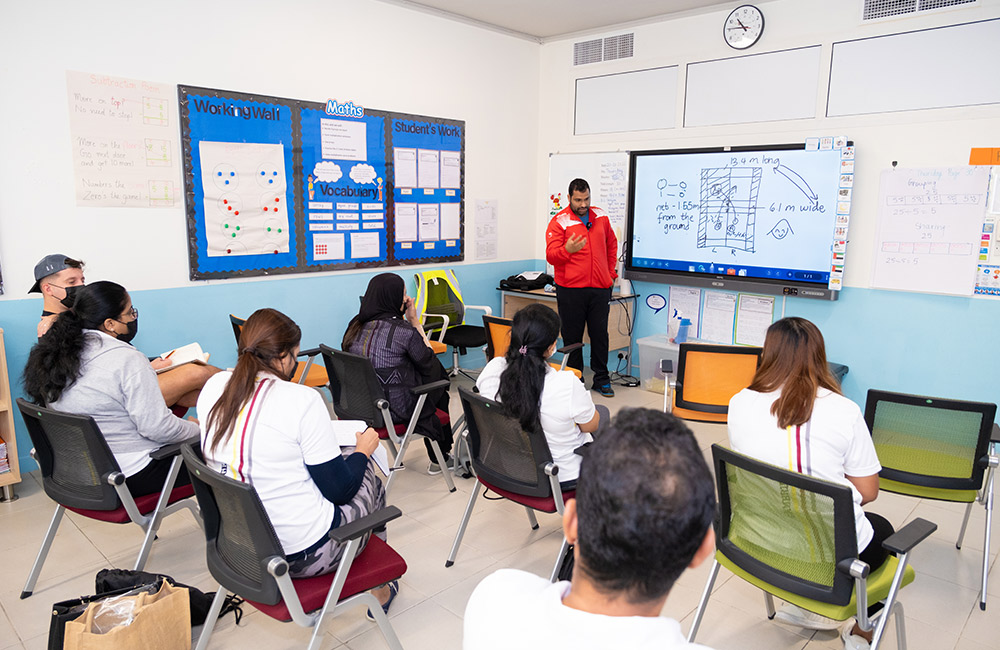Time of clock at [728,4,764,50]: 10:45
